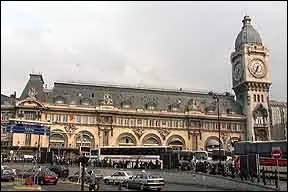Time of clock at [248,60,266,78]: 6:34
